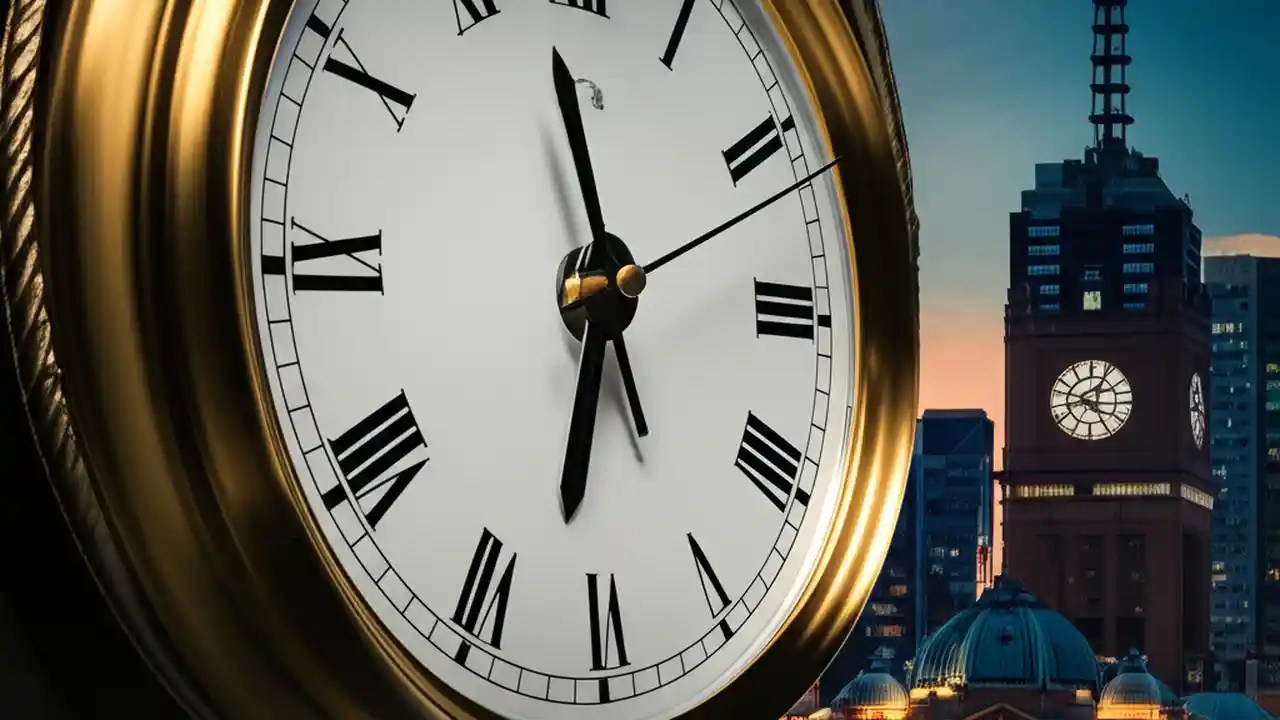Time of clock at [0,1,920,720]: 11:32
